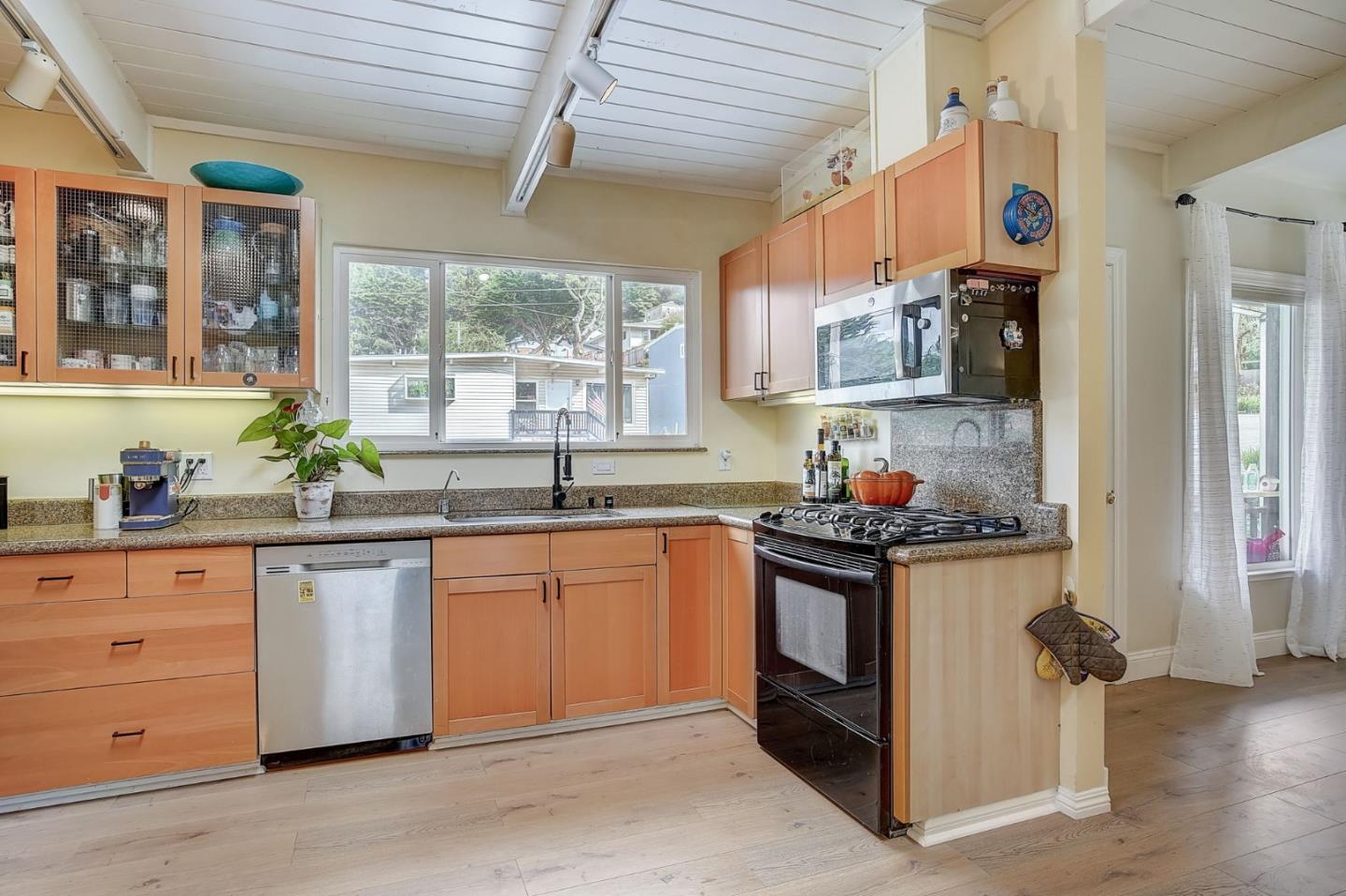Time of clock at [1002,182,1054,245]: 1:49
